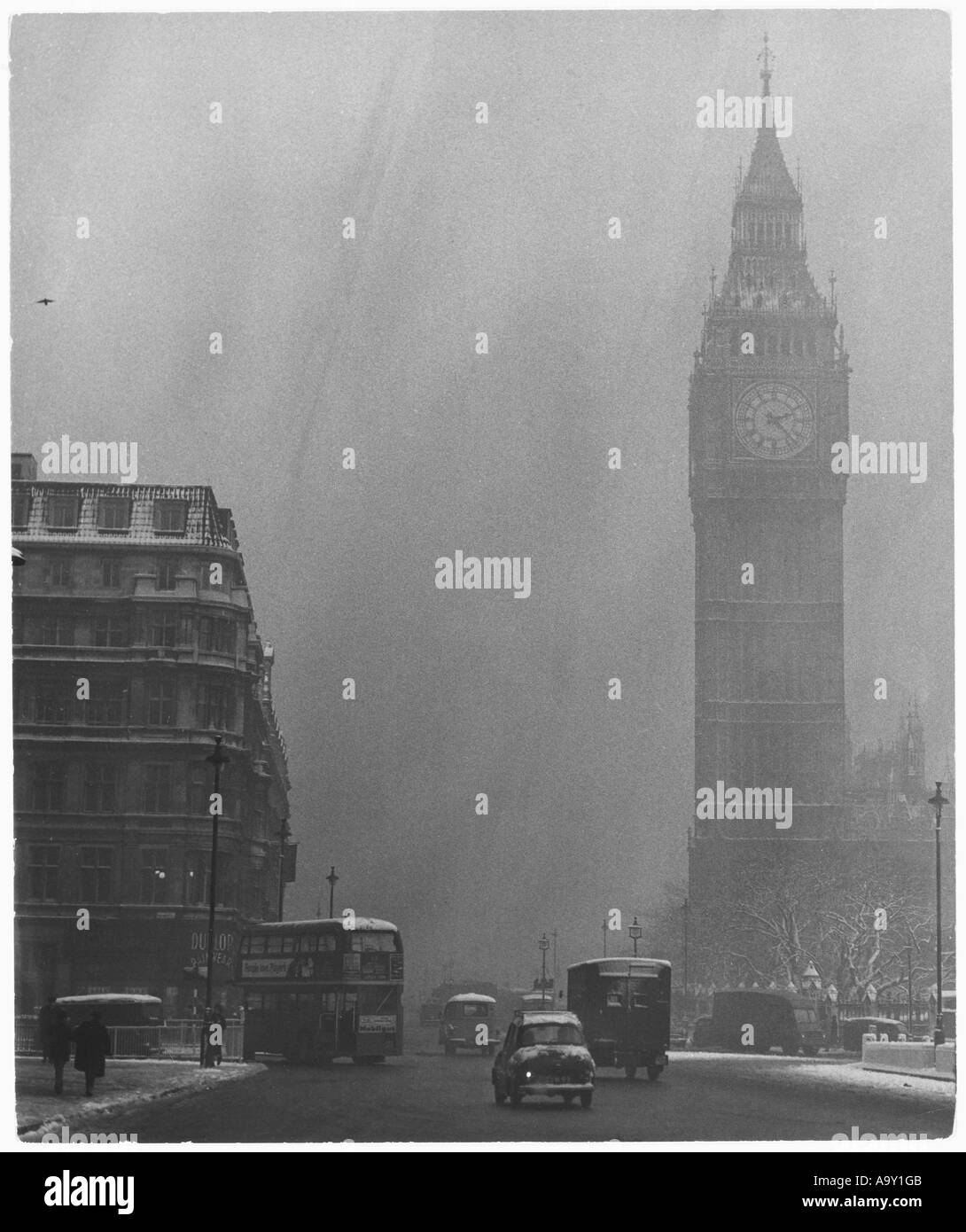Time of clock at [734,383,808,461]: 2:22
